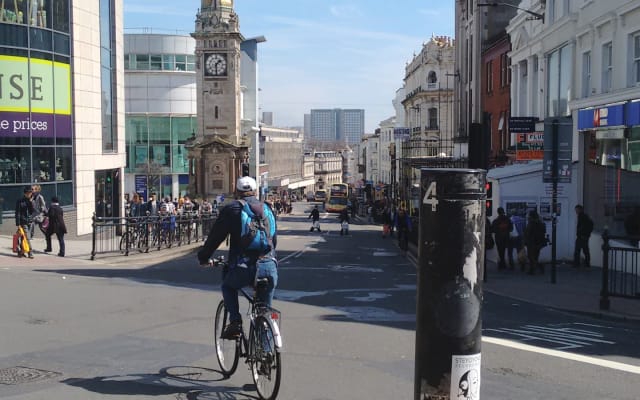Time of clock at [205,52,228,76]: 1:29
